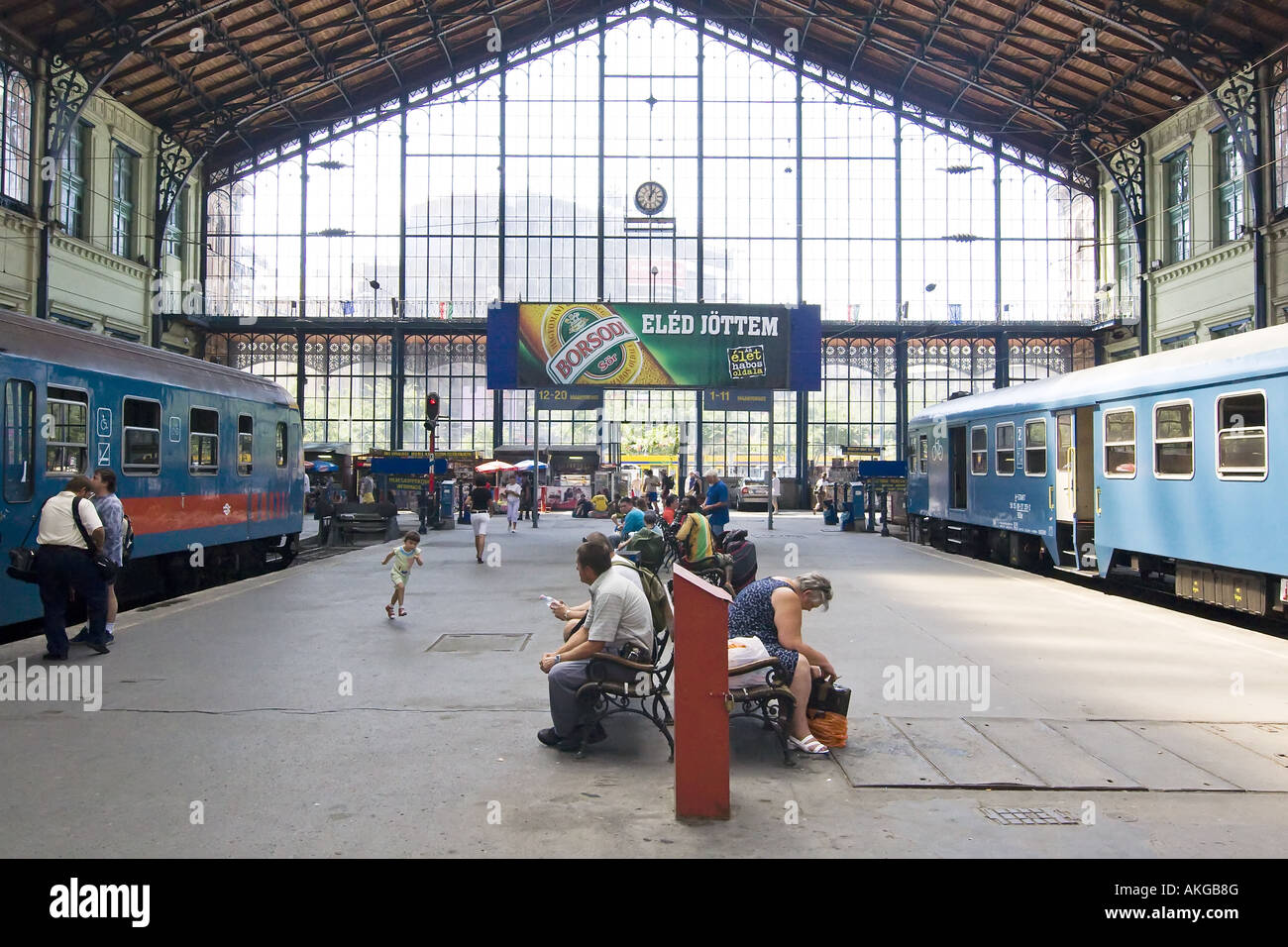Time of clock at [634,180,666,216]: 1:01
